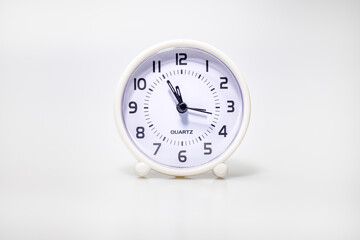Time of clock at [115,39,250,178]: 11:16
